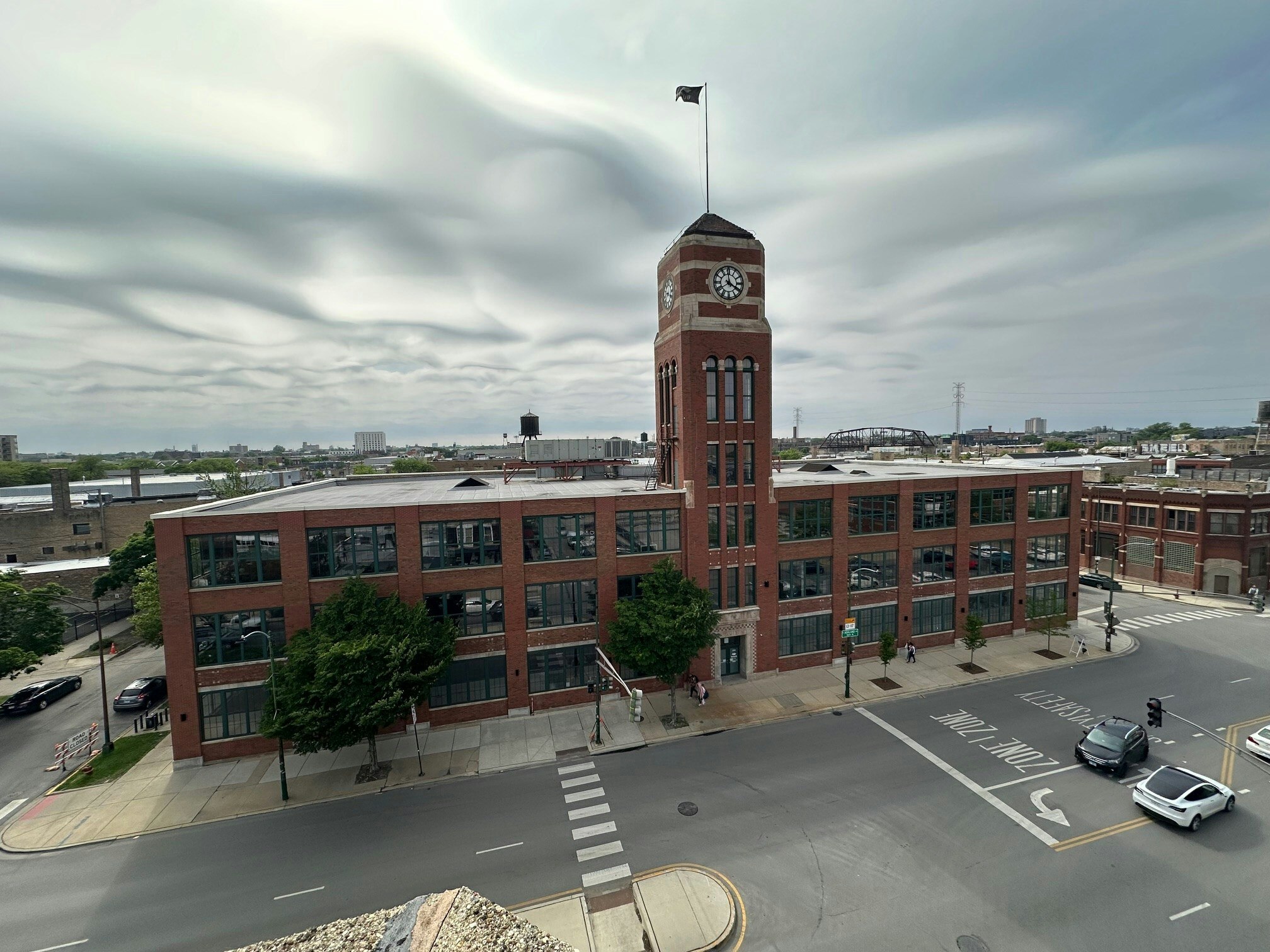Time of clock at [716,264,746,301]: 3:58
